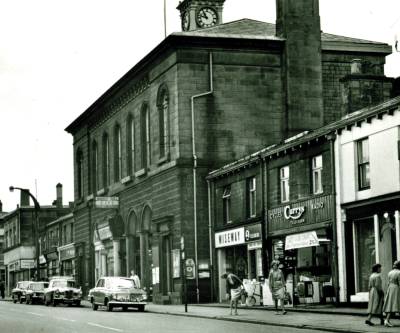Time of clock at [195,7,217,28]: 10:47
